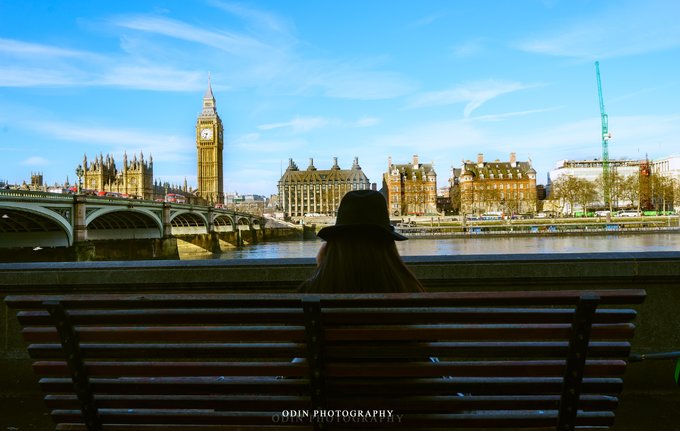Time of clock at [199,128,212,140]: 9:33
